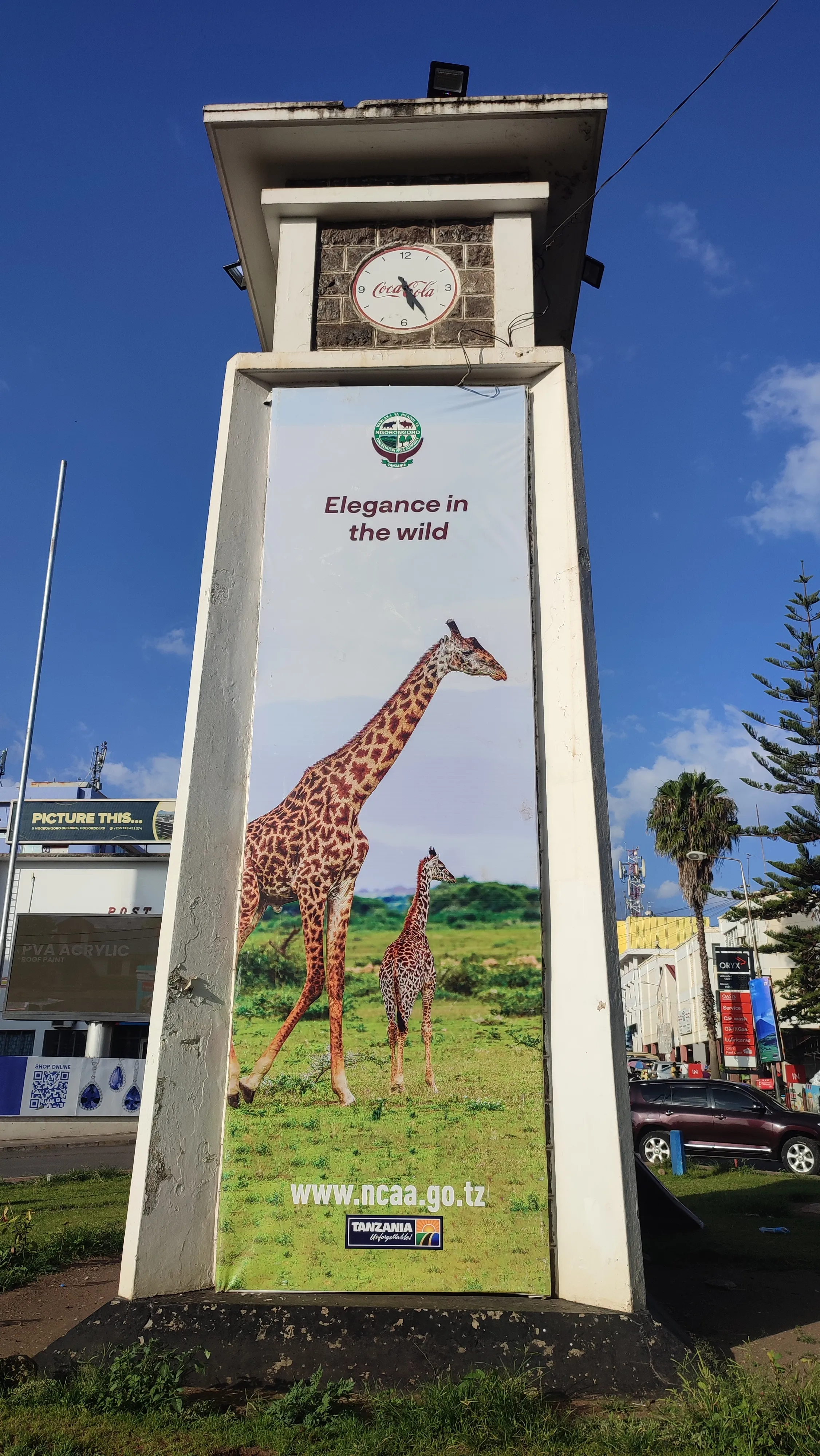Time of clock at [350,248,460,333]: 5:24
